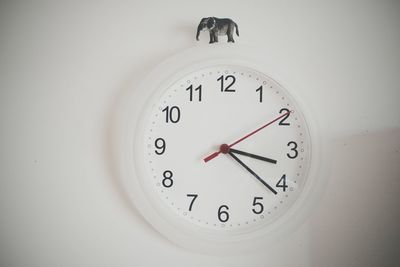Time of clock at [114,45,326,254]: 3:21
